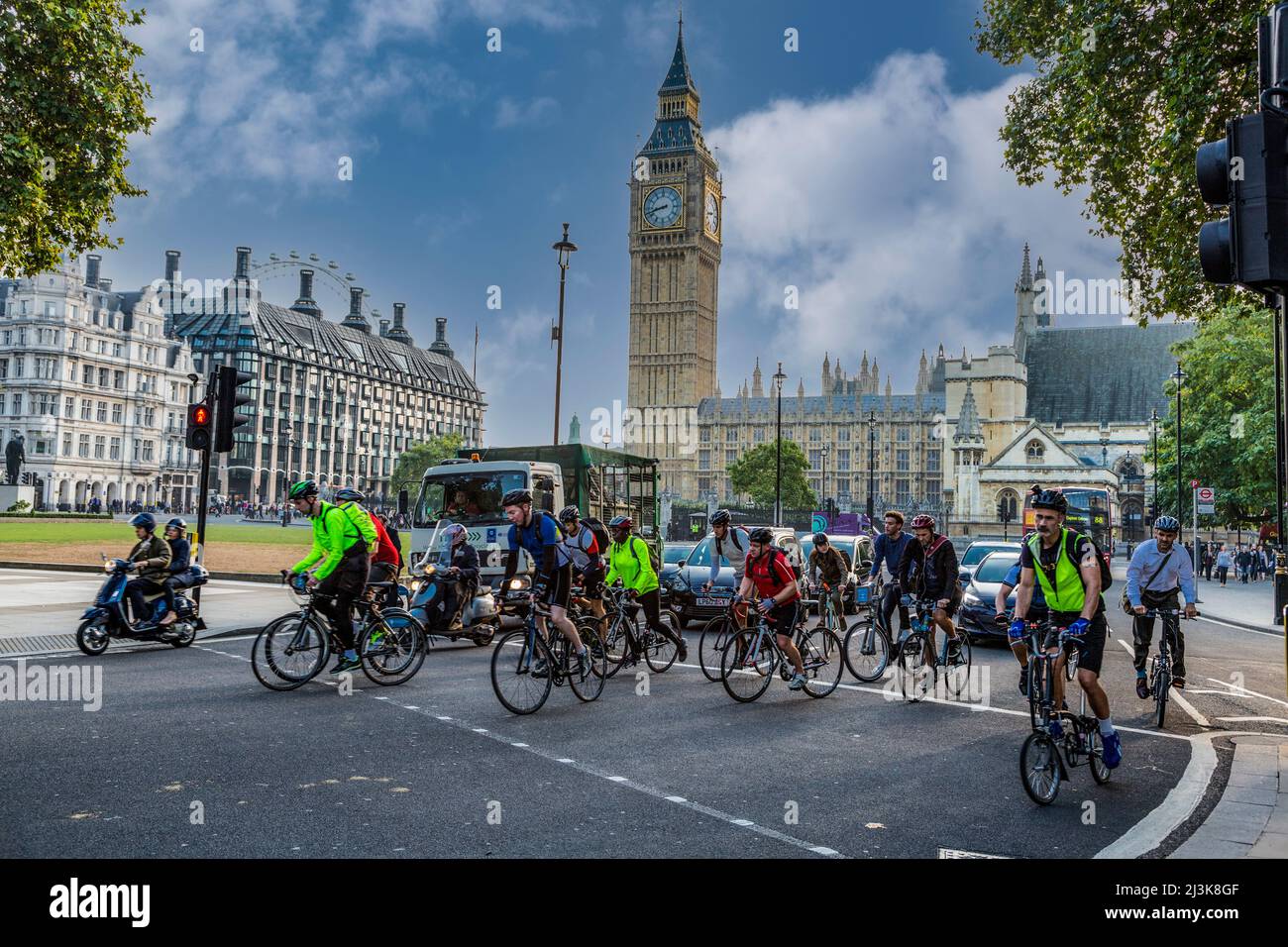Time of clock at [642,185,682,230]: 8:42
